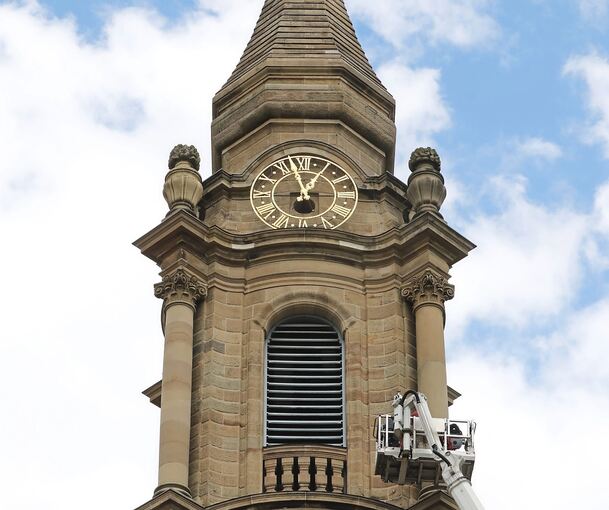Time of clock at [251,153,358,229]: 12:57
